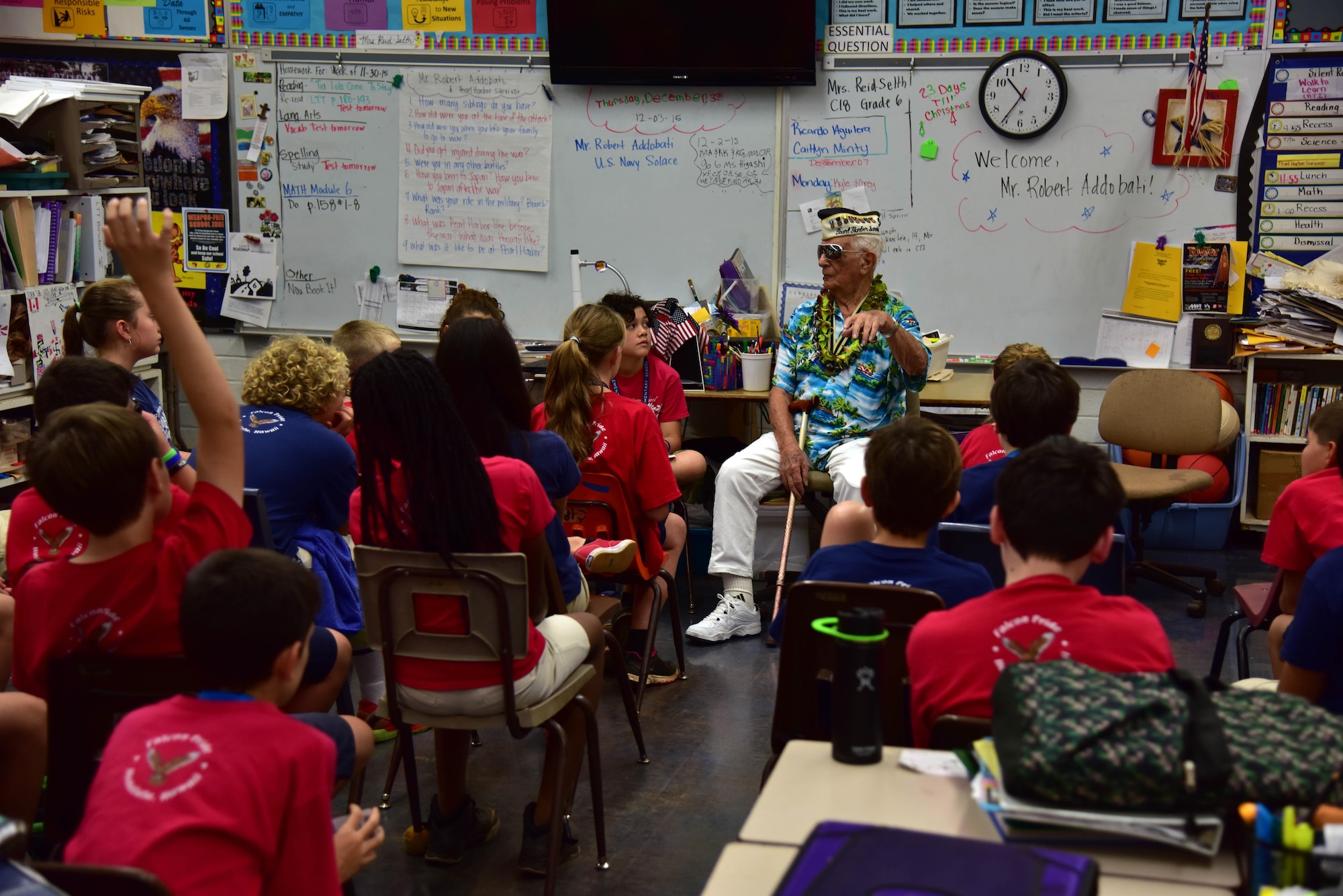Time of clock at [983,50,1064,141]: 10:35
